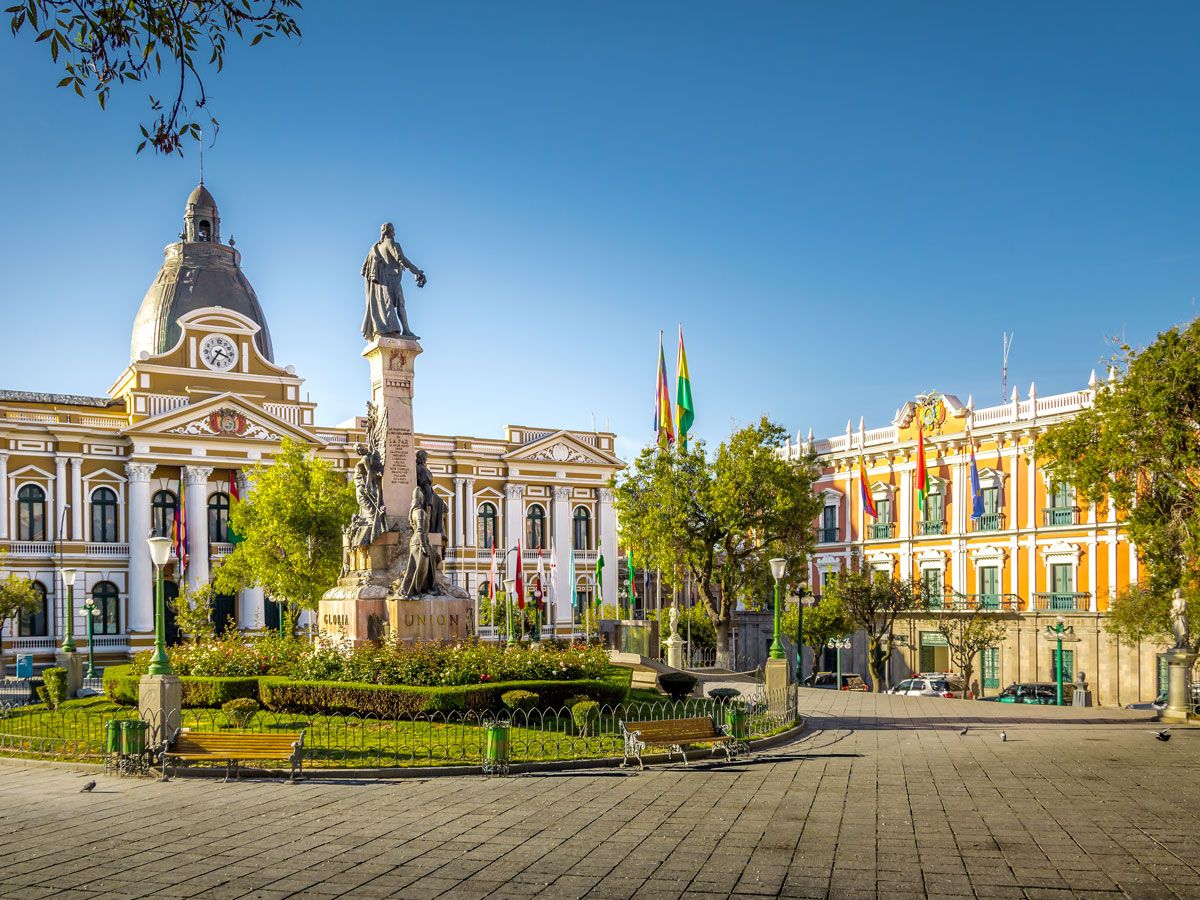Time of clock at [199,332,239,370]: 3:35
